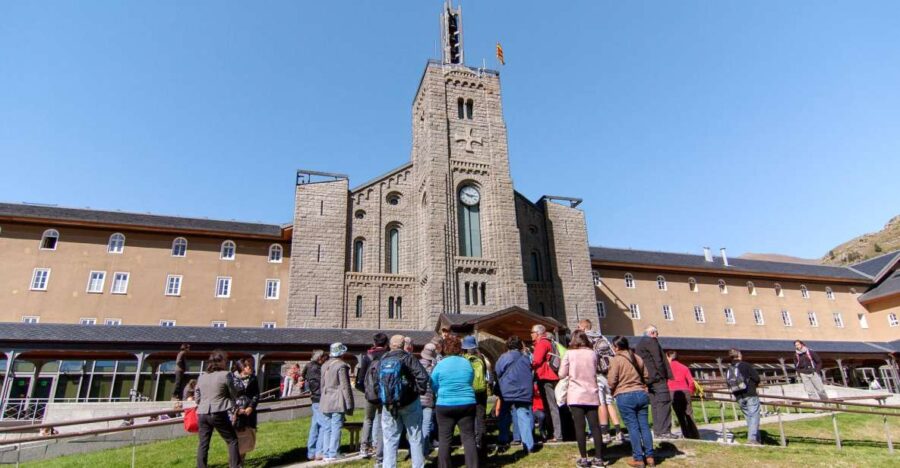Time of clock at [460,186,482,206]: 2:48
